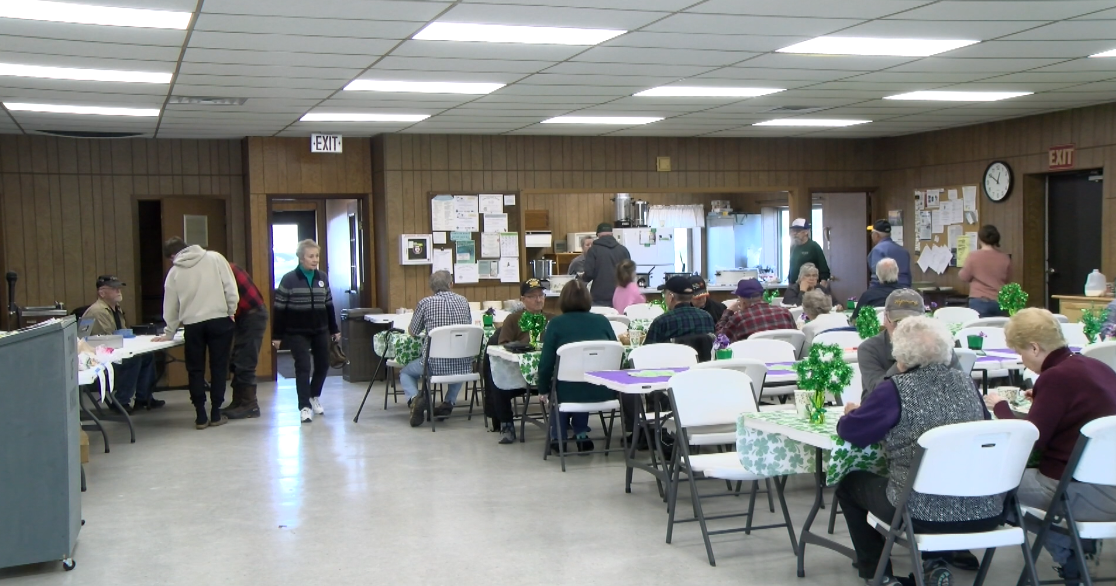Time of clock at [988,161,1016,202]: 12:50
